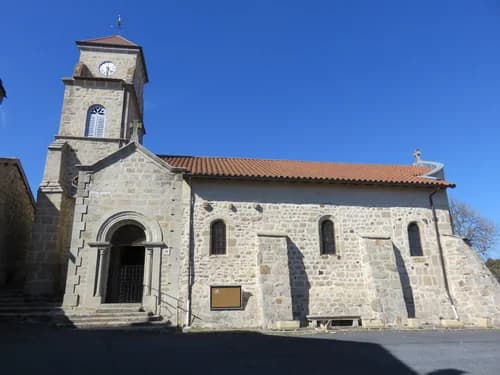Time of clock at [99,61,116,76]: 4:31
